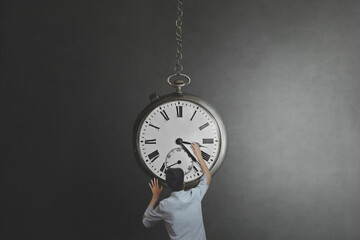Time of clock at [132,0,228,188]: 3:22
